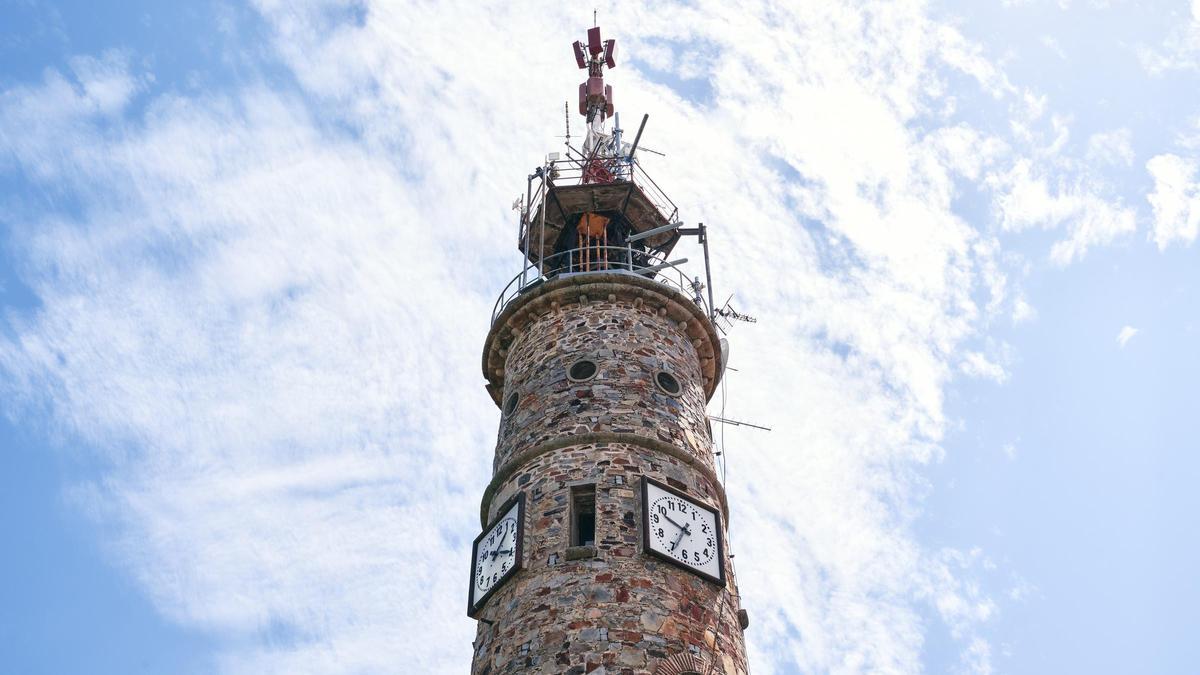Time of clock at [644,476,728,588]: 9:34
